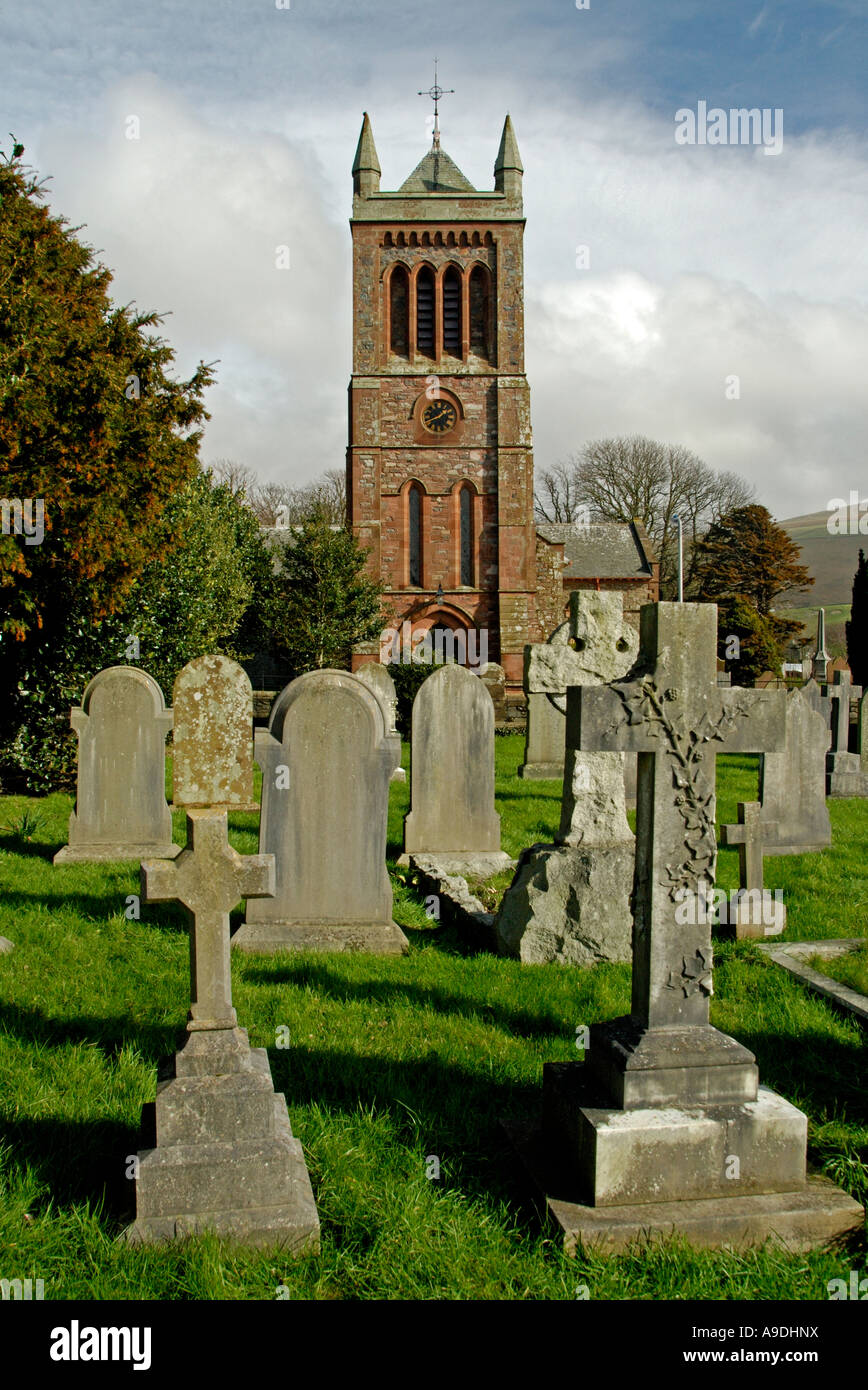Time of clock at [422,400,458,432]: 1:40
